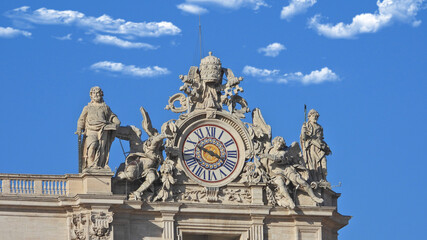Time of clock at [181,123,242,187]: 3:48
